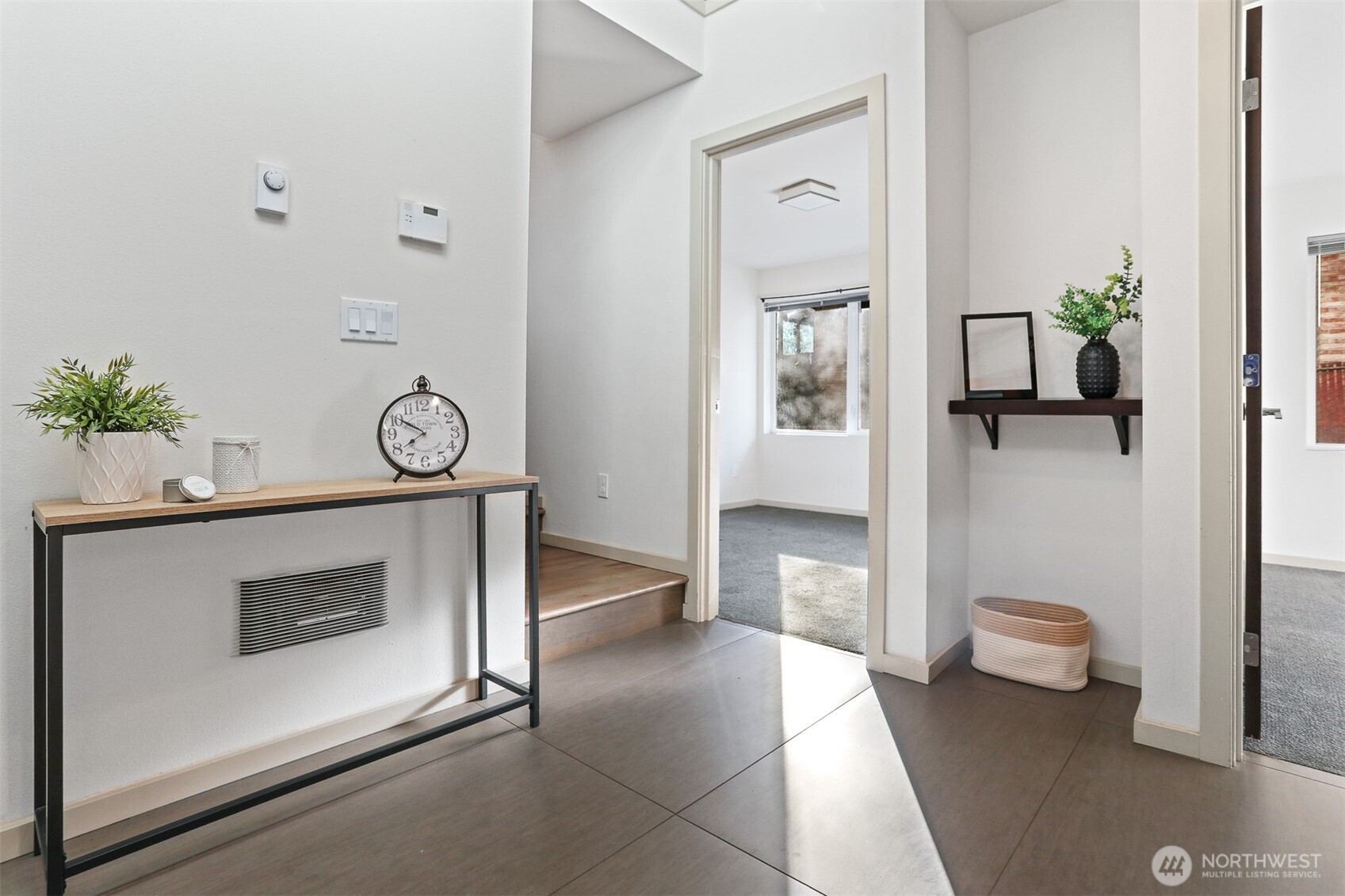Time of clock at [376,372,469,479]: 7:50
